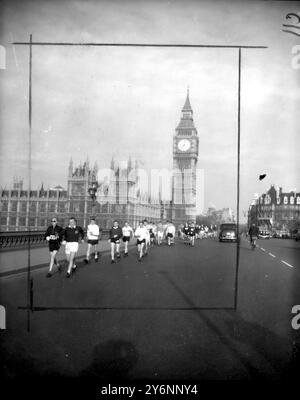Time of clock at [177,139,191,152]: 7:01
